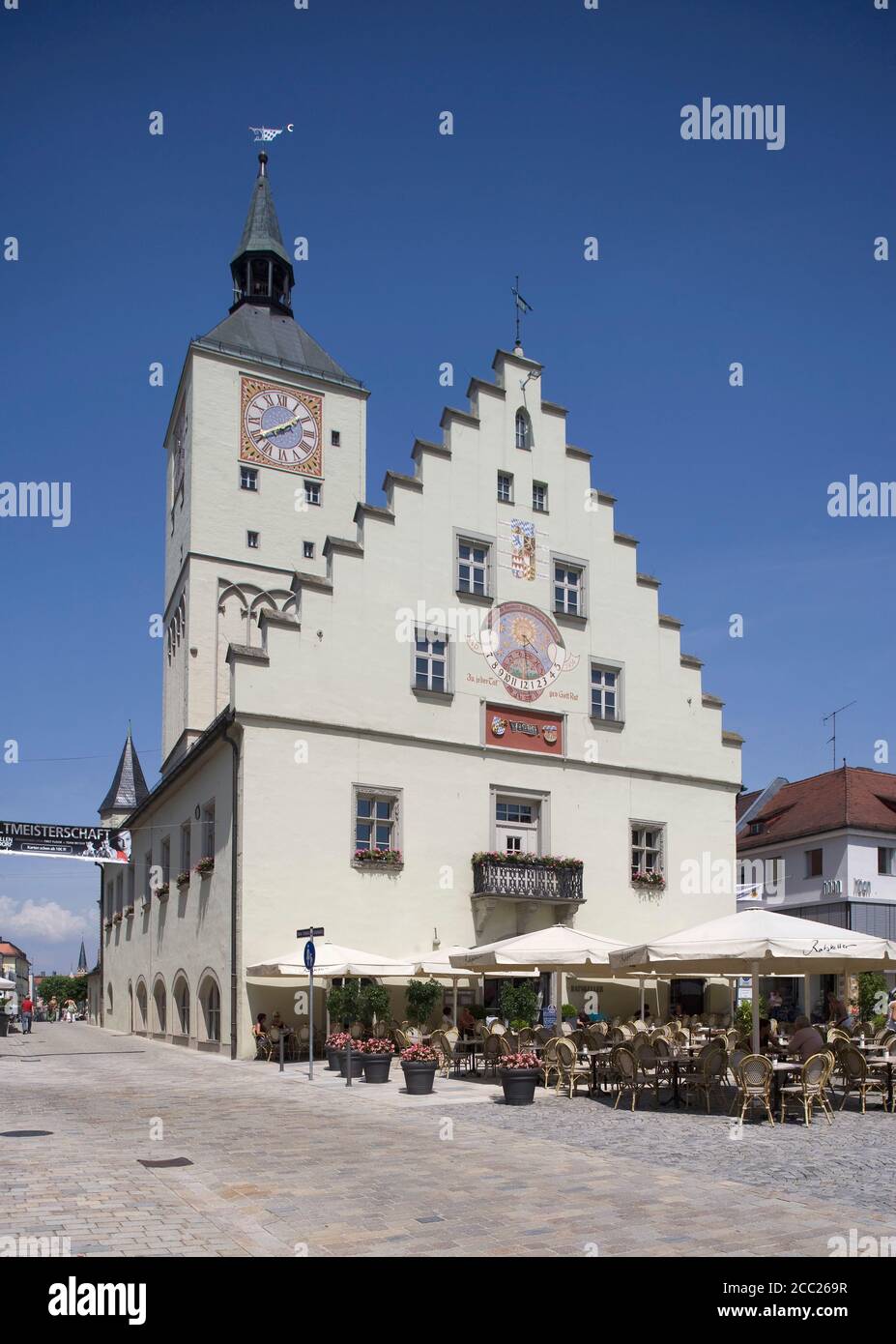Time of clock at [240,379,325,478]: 1:39
